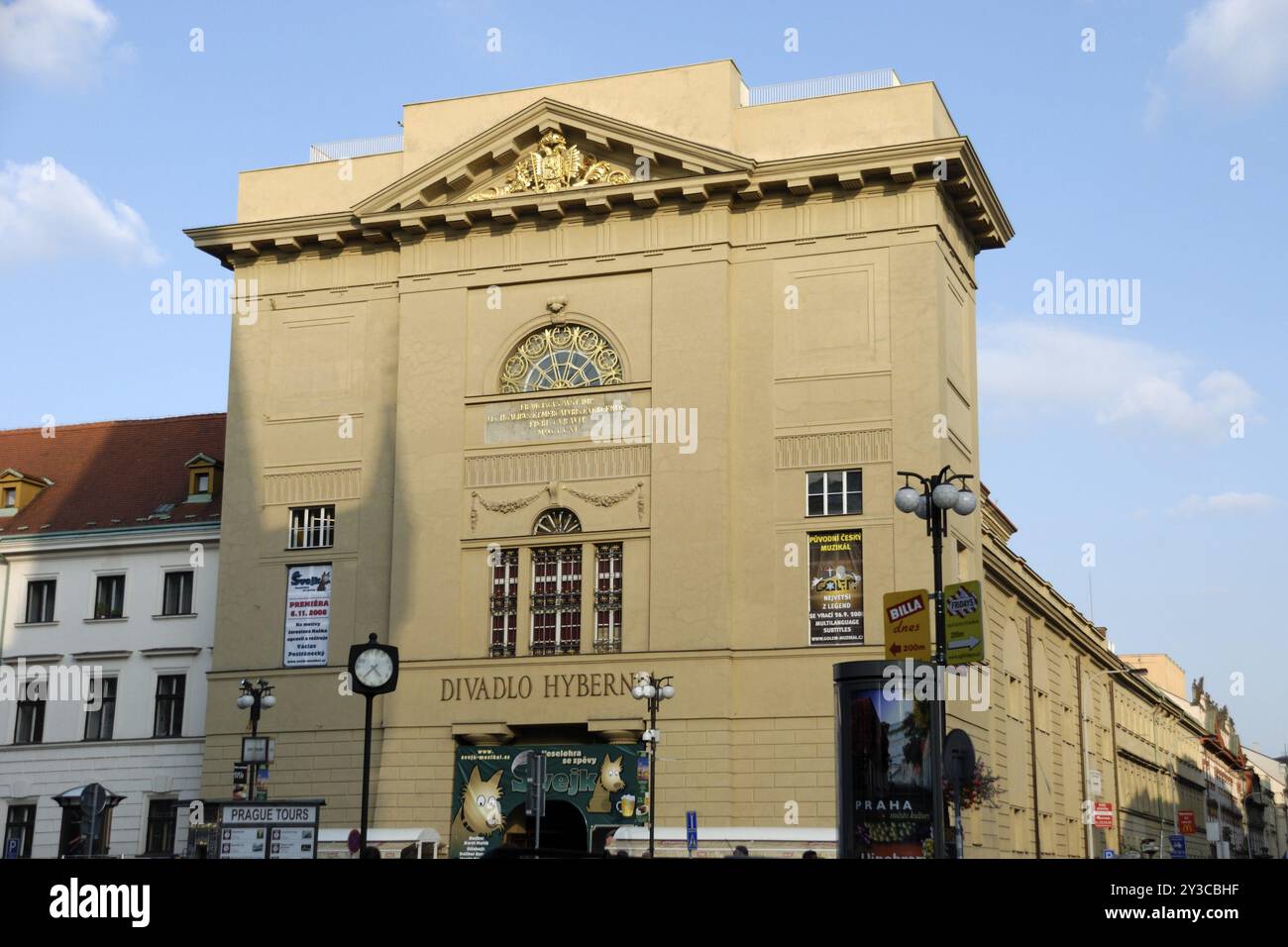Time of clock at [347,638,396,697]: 4:37
